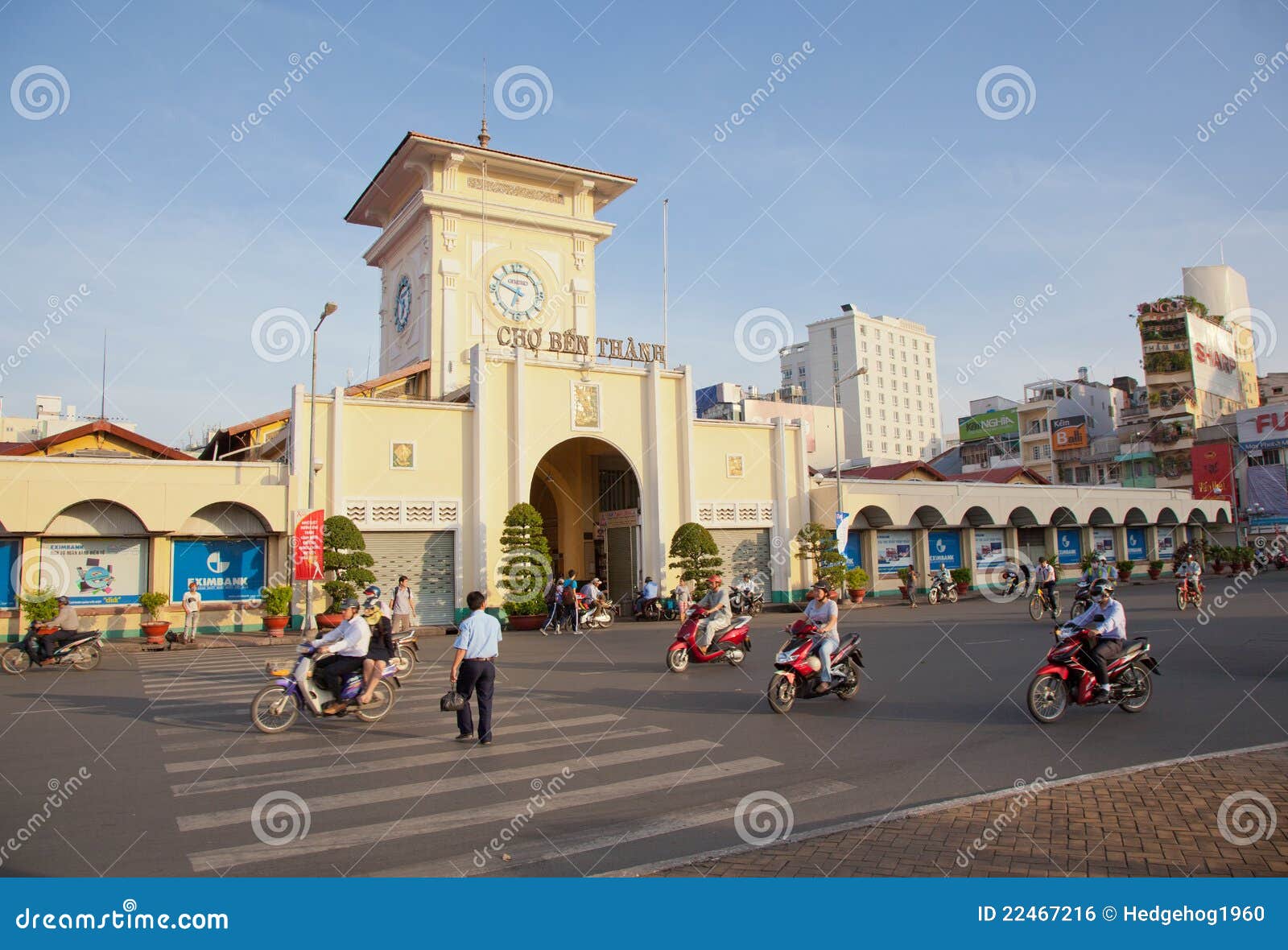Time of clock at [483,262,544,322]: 6:48
